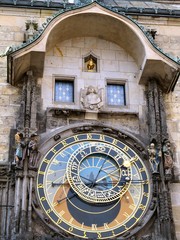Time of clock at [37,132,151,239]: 3:04
